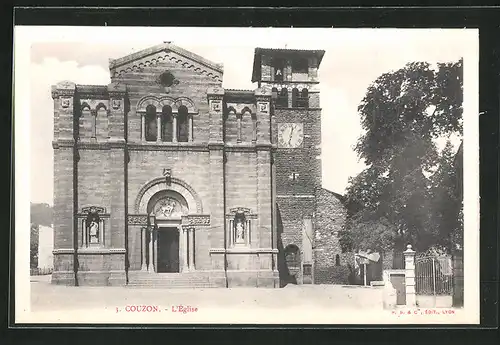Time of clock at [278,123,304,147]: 12:32
